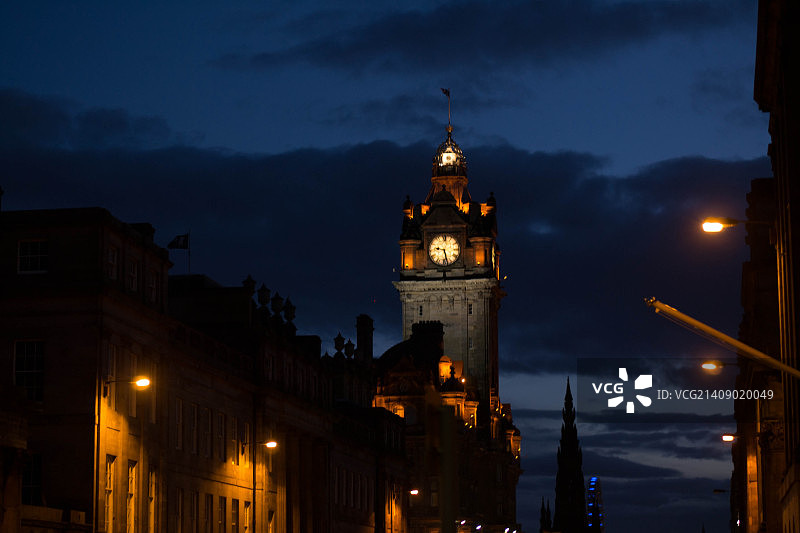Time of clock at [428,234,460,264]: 9:28
